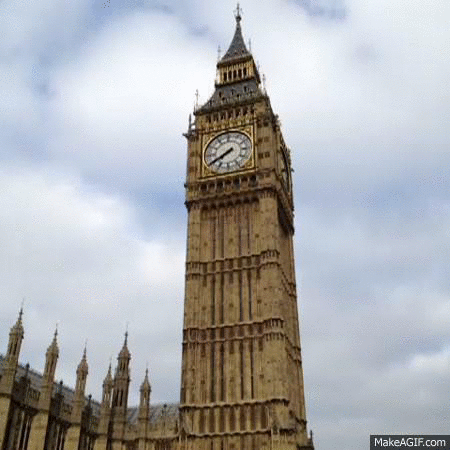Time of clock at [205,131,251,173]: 7:40
